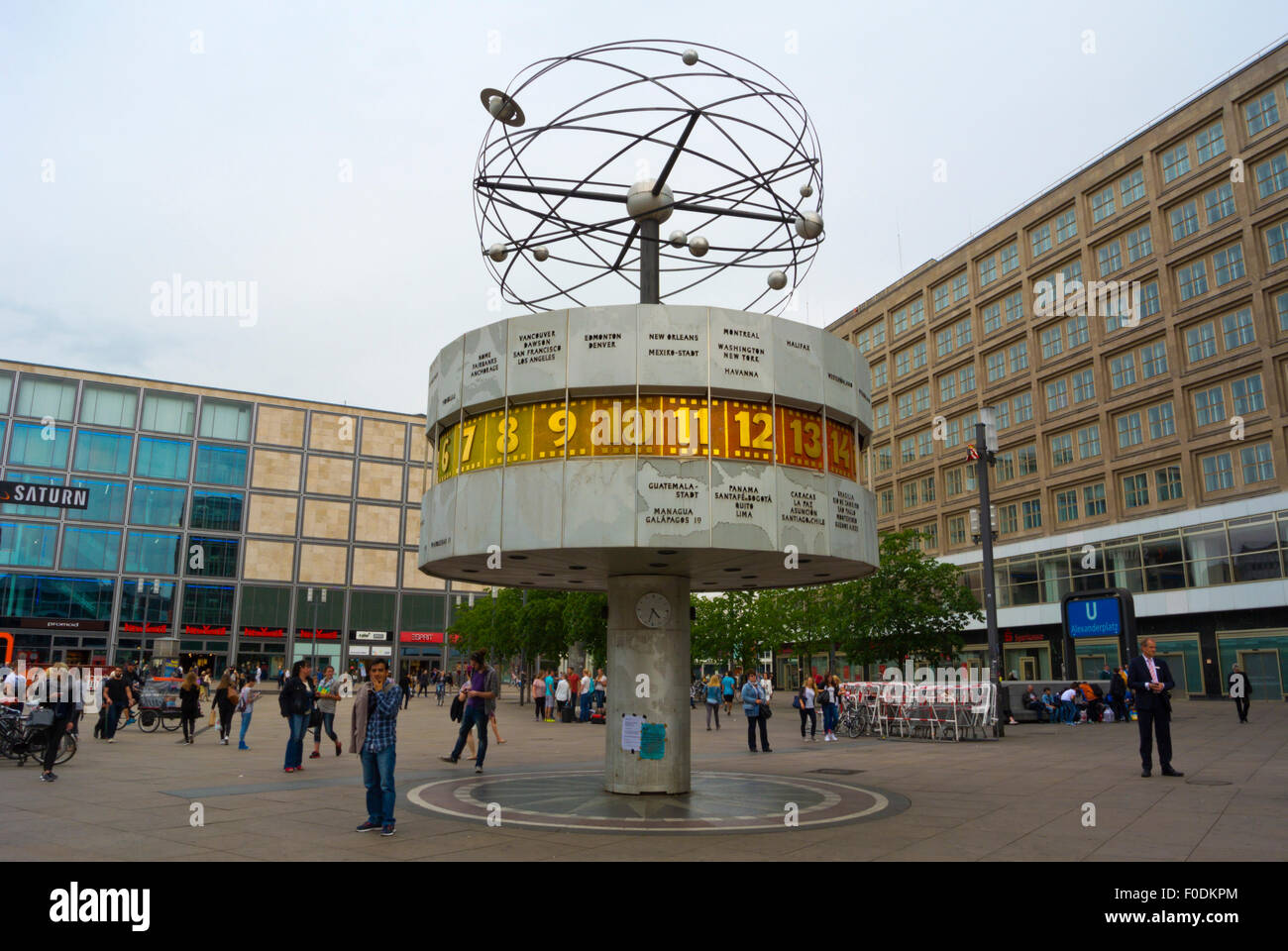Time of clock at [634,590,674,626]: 4:33
